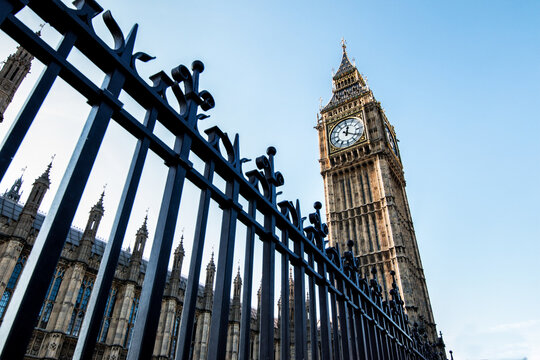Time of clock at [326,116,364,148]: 12:20
